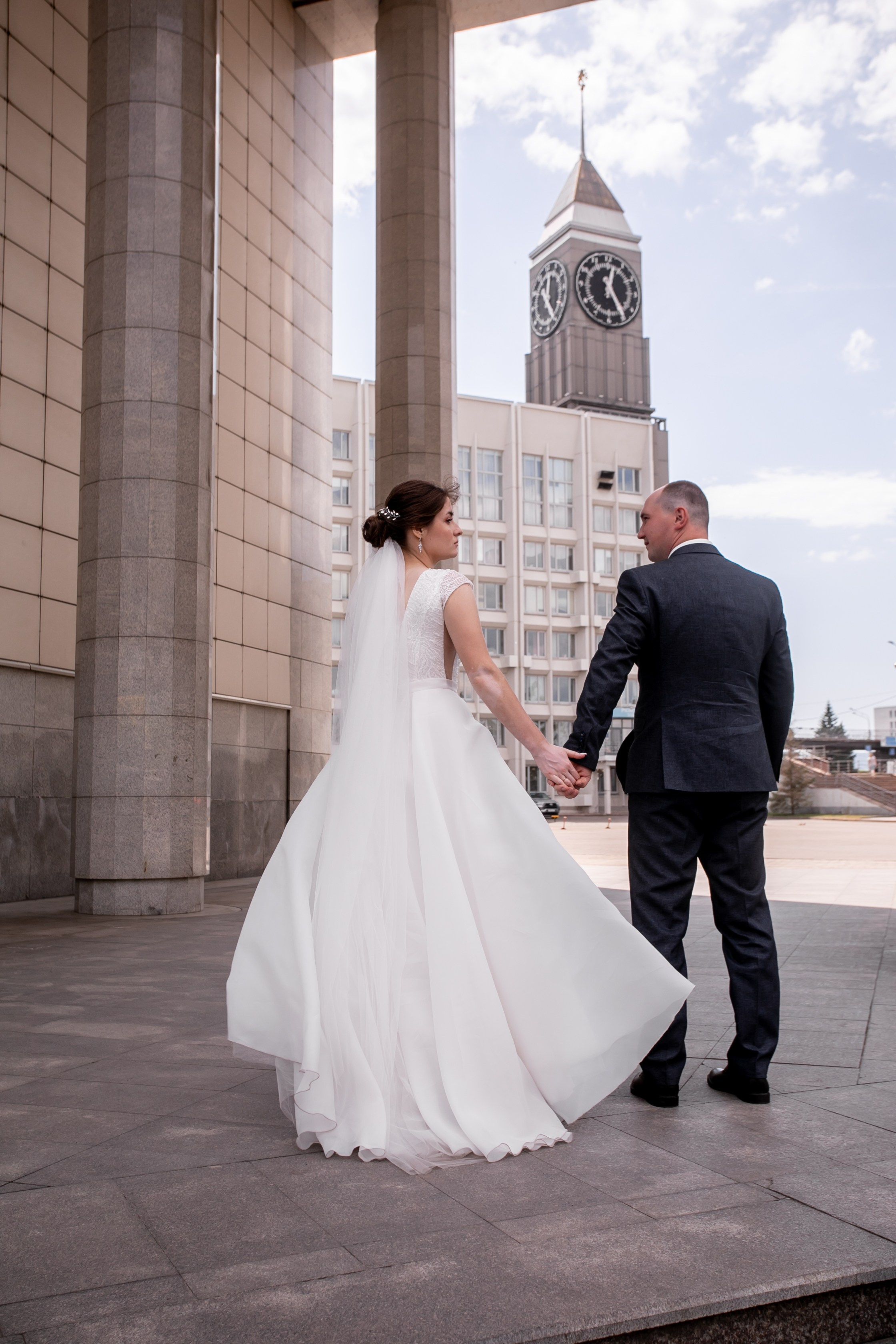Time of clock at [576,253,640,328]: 12:24
